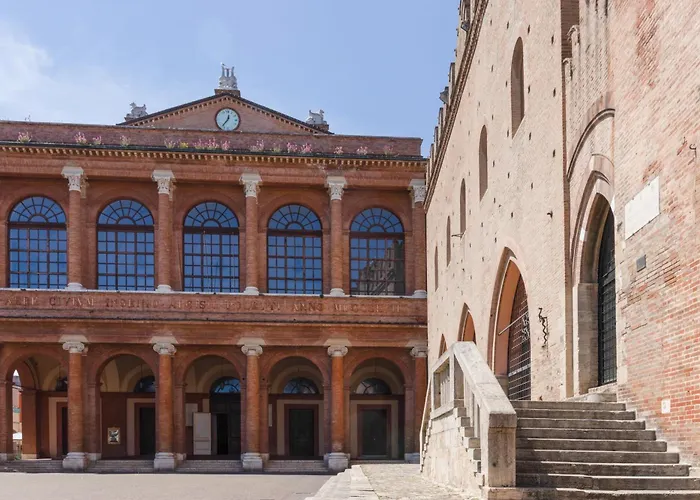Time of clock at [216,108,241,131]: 12:36
